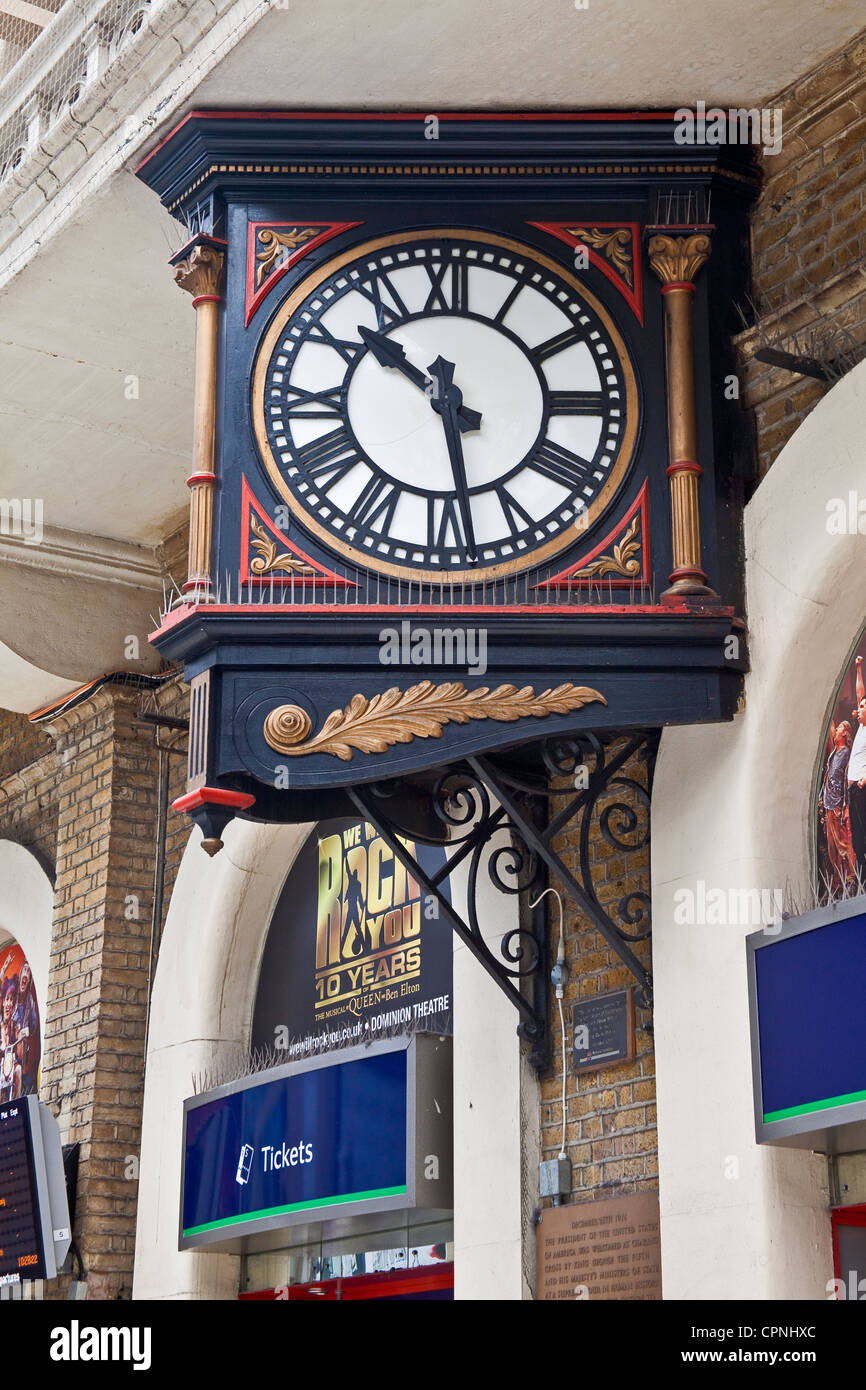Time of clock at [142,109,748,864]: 10:28
